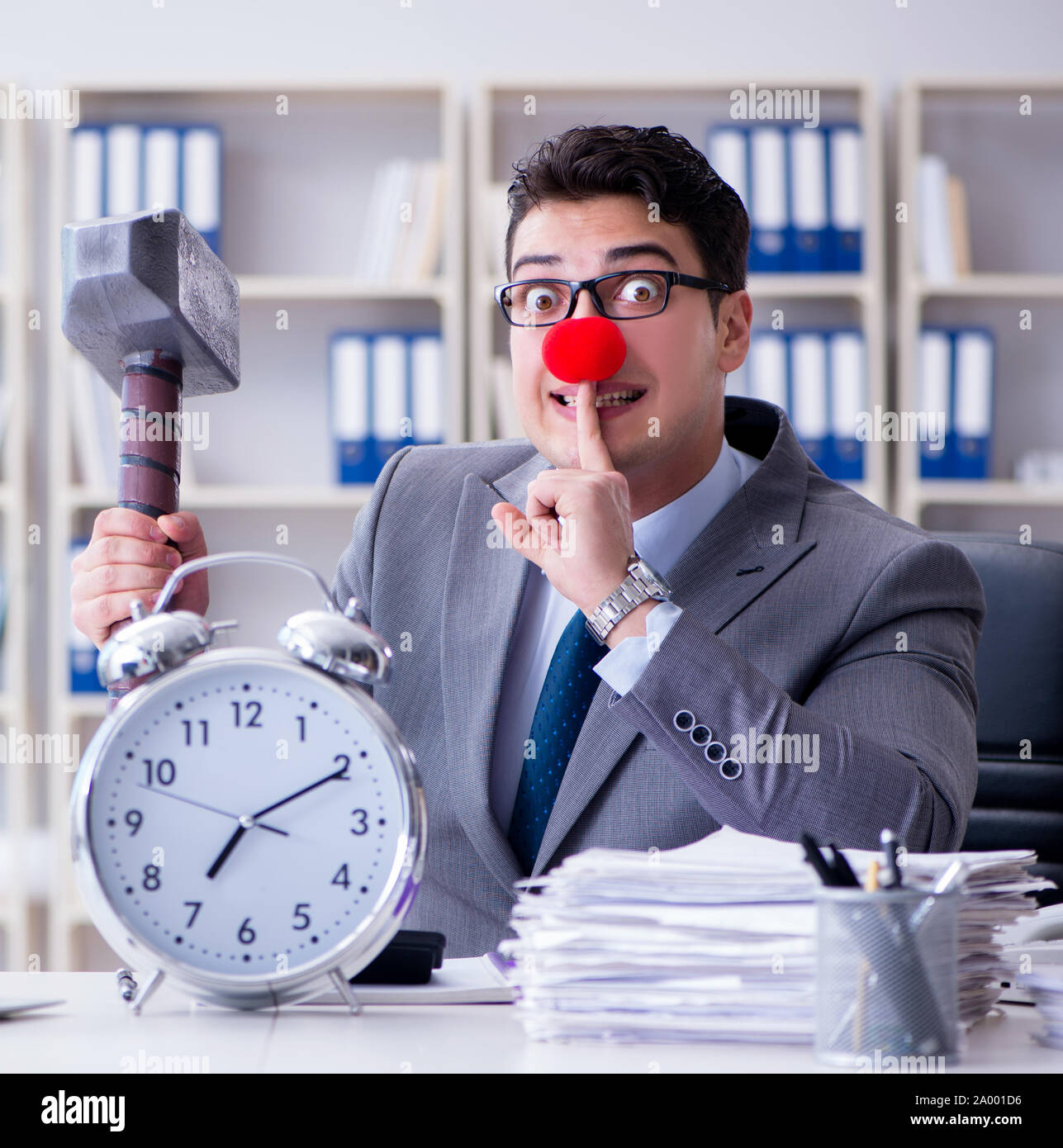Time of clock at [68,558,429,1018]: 7:10
